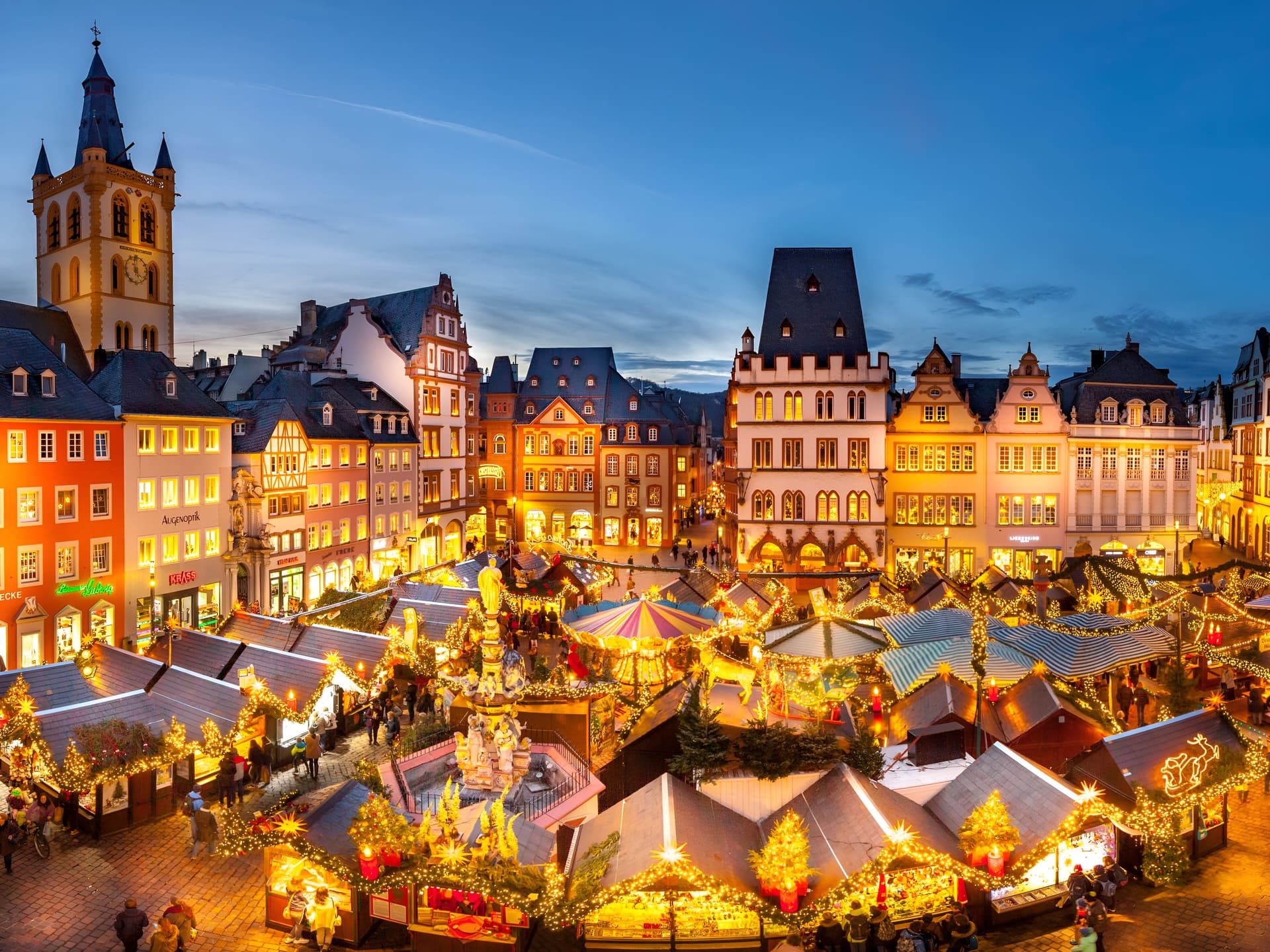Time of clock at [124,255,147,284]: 4:59
